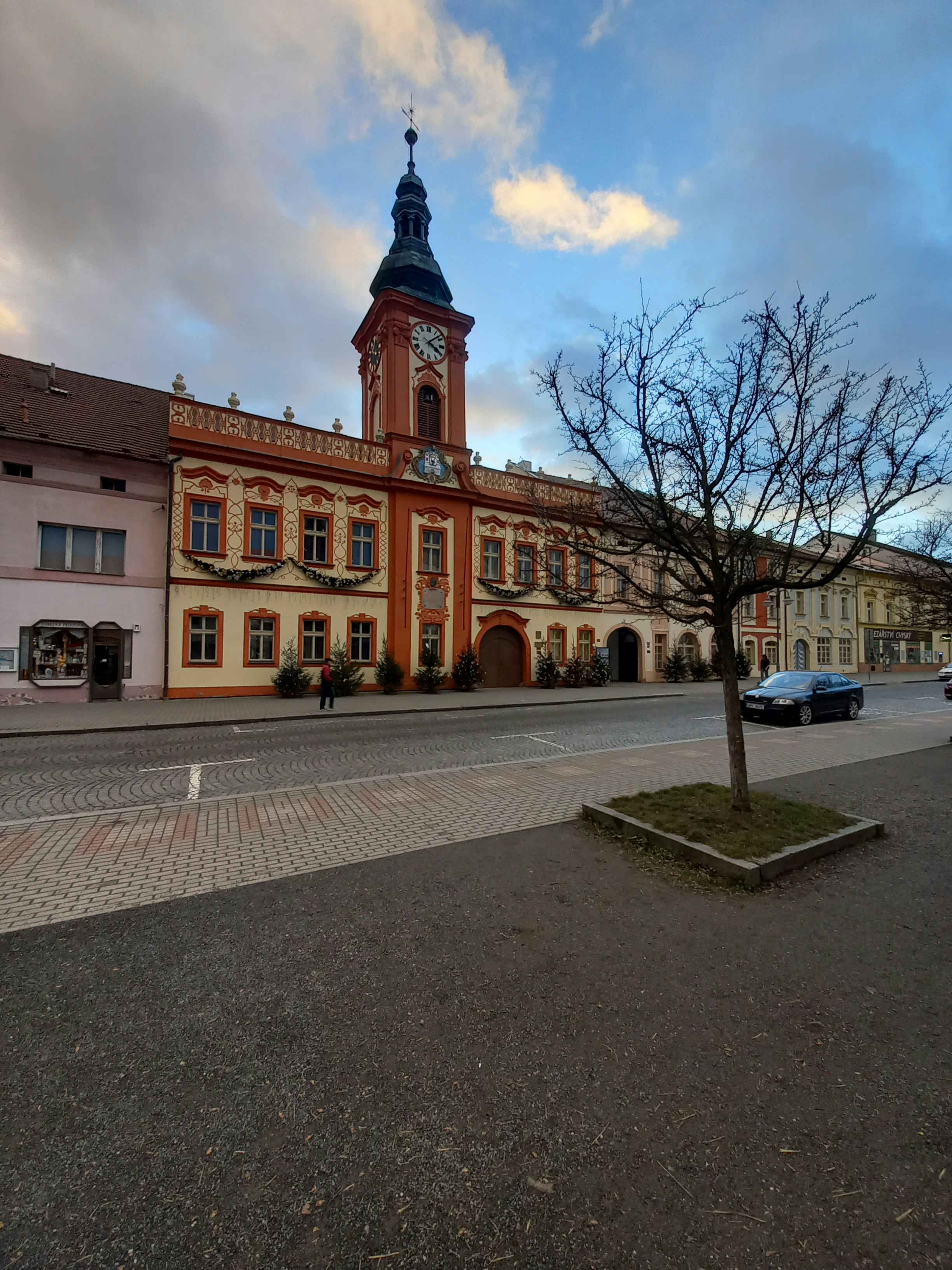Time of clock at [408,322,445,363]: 4:07
